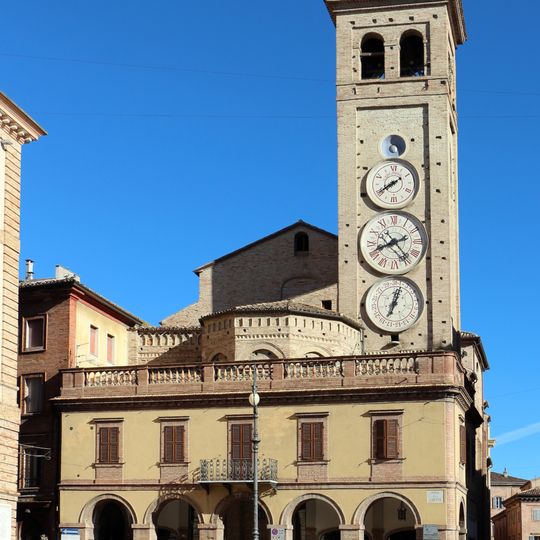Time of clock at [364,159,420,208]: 7:39
